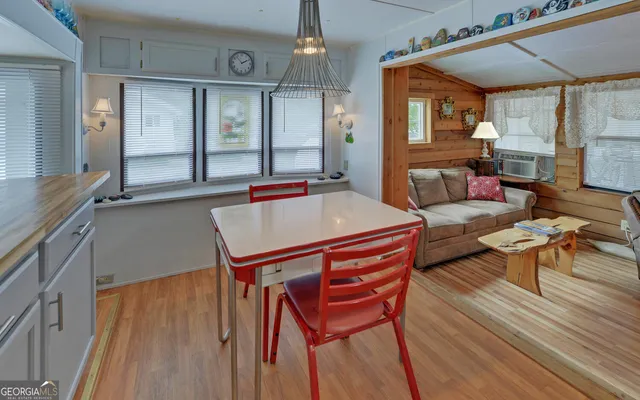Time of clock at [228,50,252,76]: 1:53
